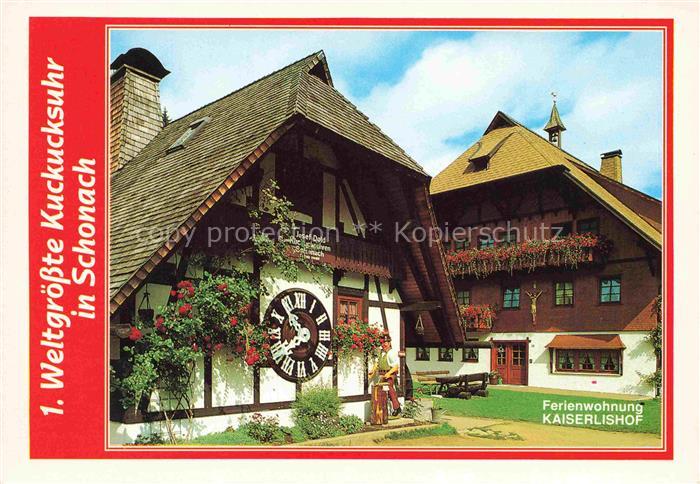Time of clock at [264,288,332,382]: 10:40
